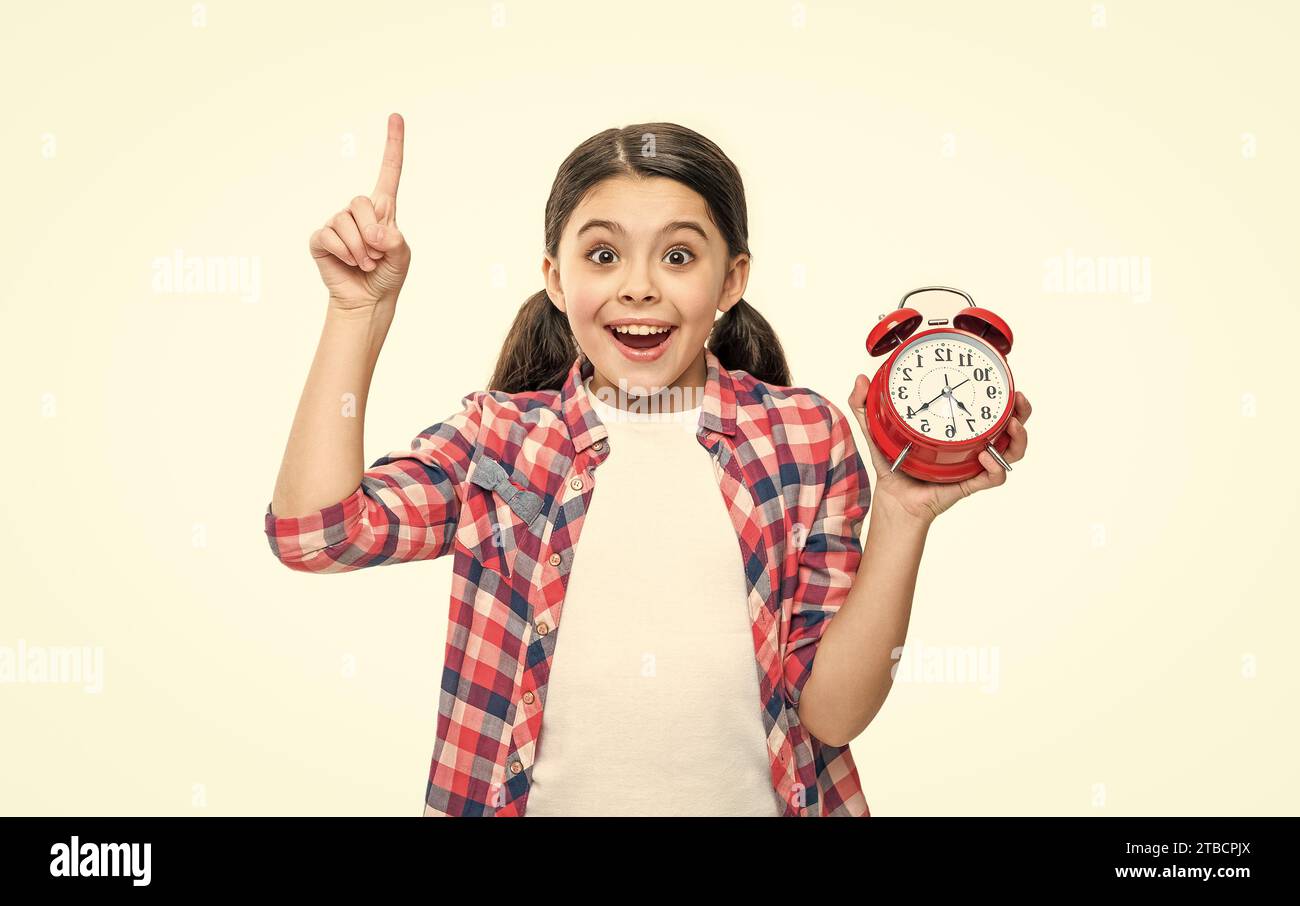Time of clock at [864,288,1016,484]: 4:38
